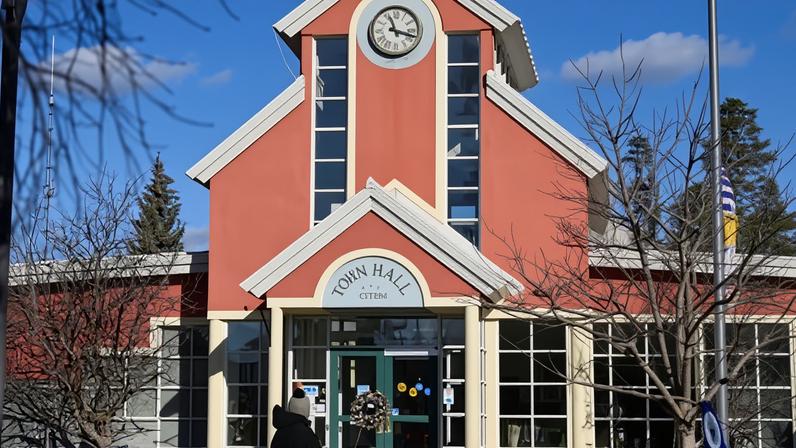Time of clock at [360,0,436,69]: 11:17
